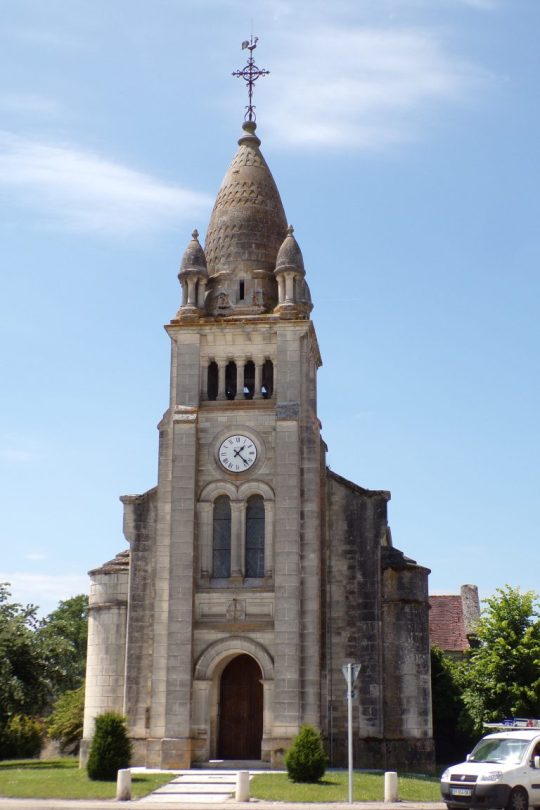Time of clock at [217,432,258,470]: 1:22
